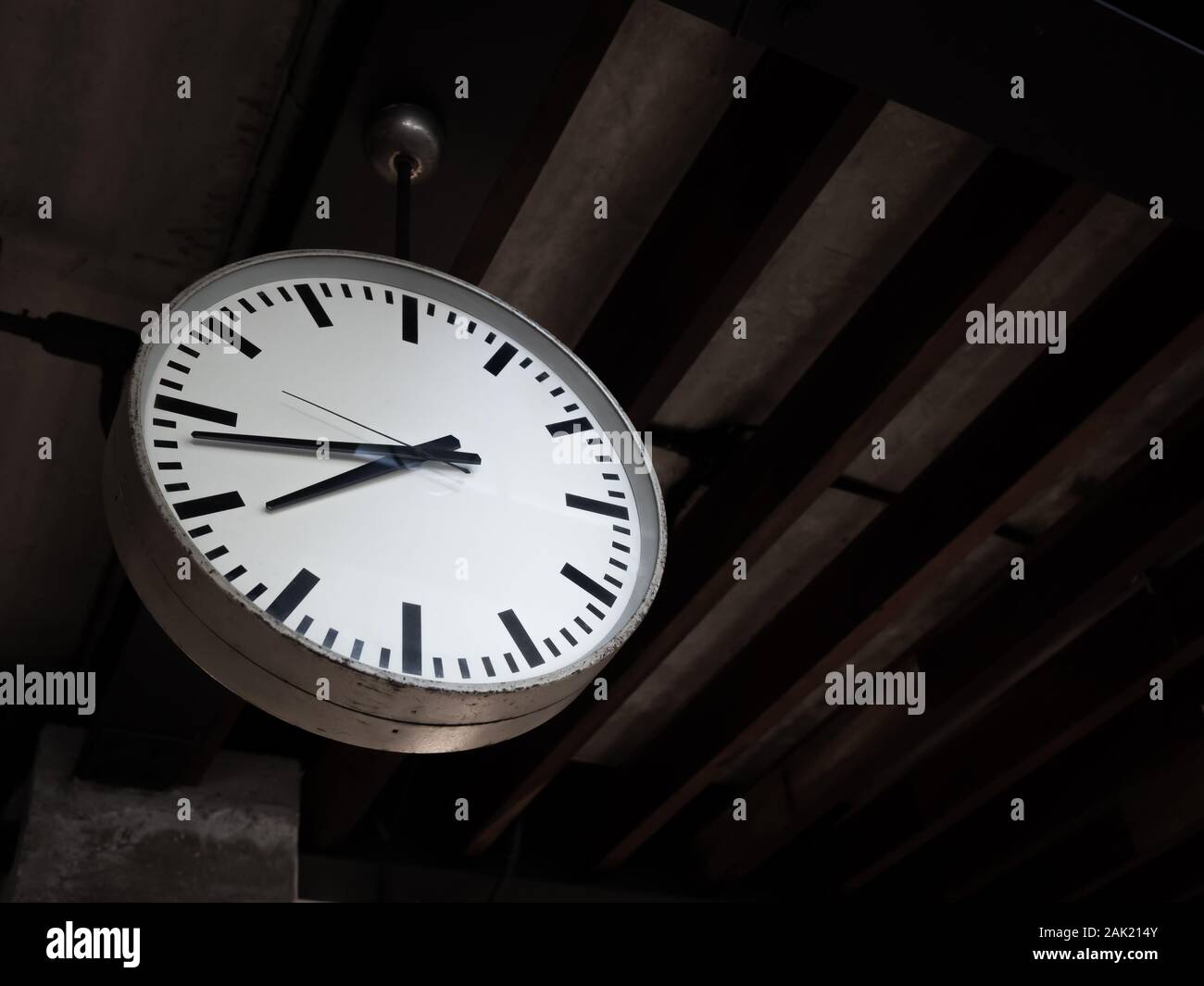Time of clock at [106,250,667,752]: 7:43
